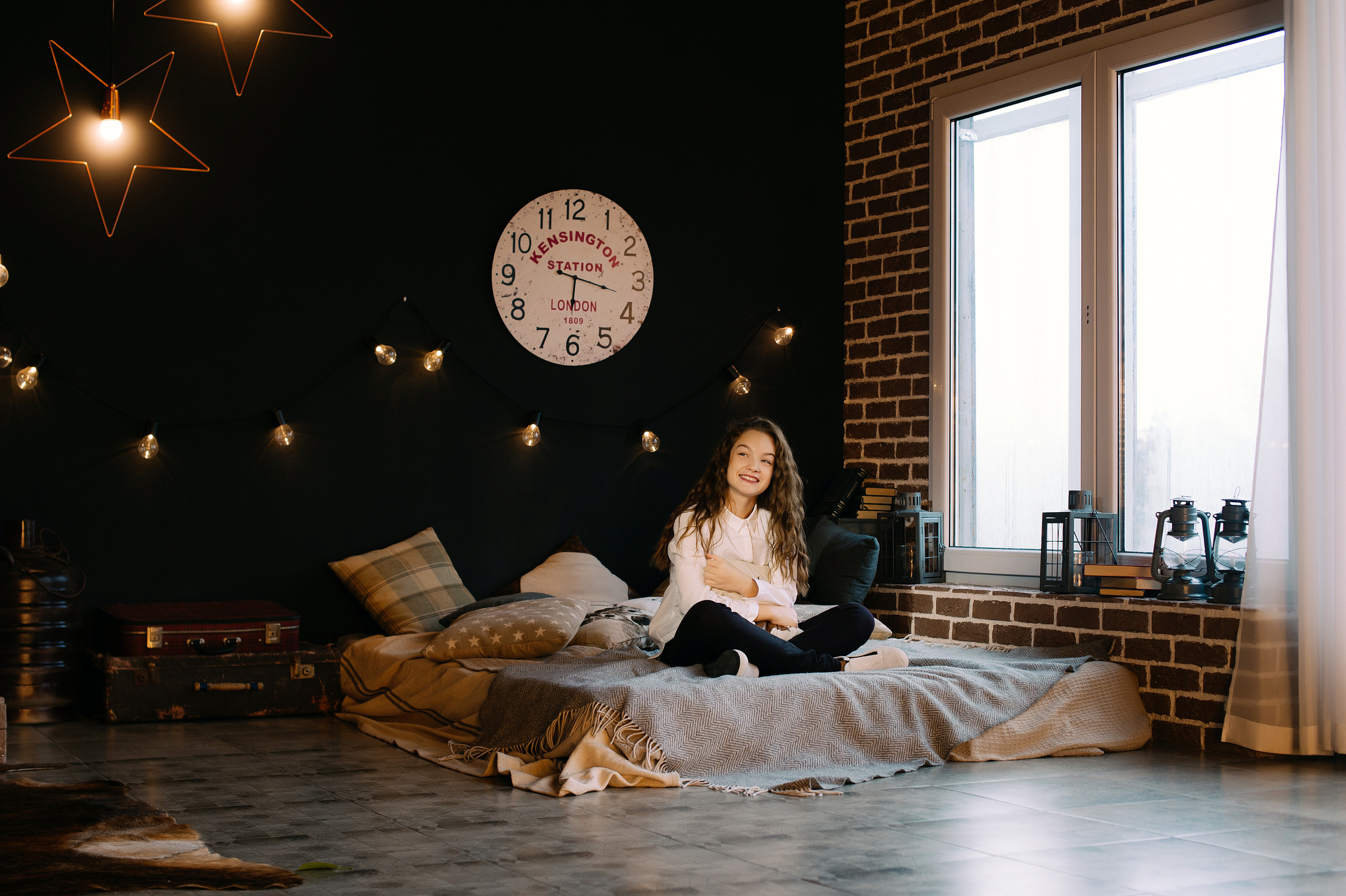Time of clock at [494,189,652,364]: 6:17
